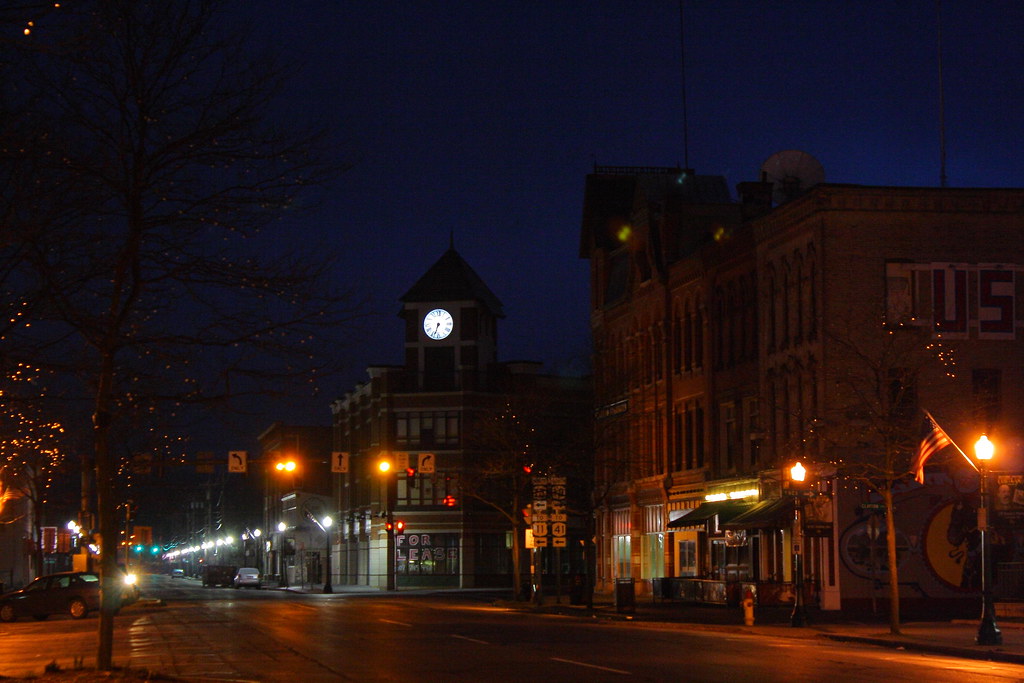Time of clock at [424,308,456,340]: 6:32
